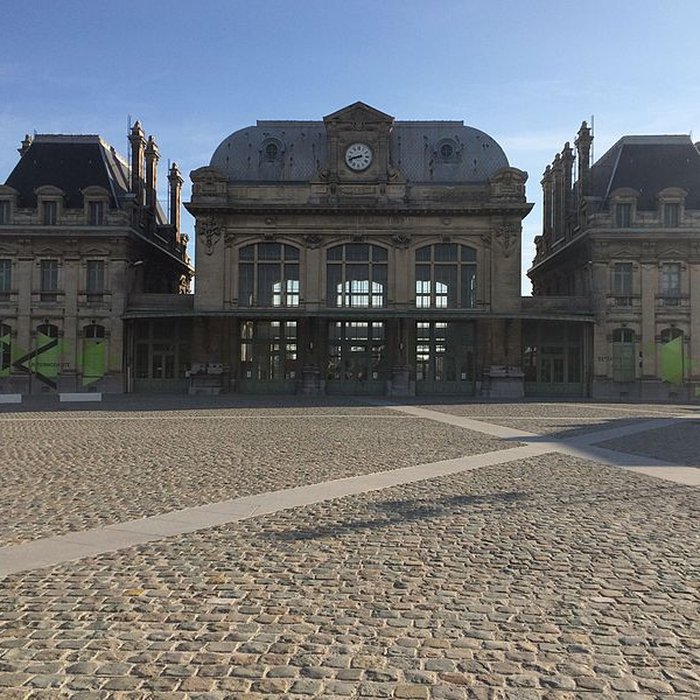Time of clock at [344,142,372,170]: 8:42
